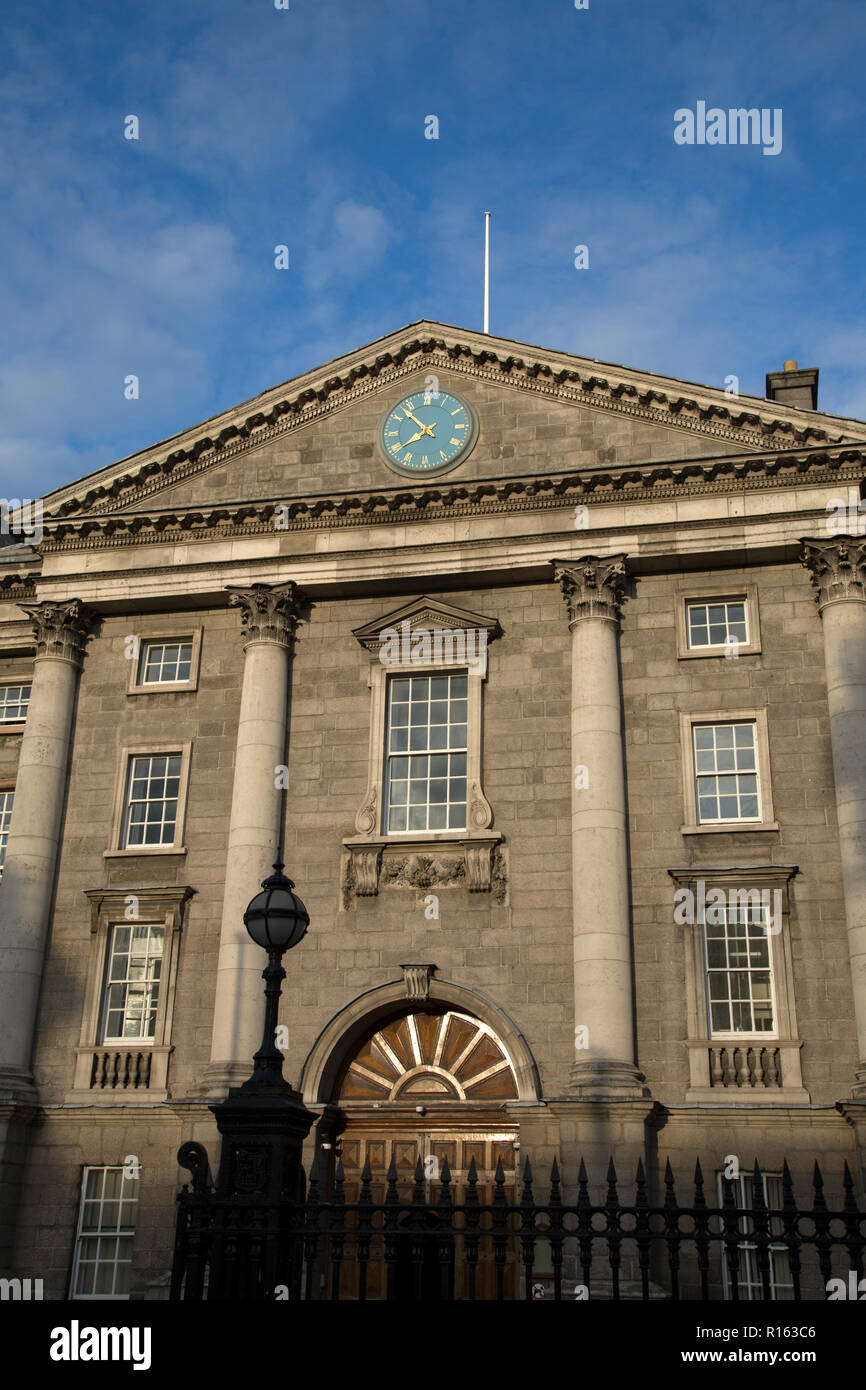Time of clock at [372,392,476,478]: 7:52
